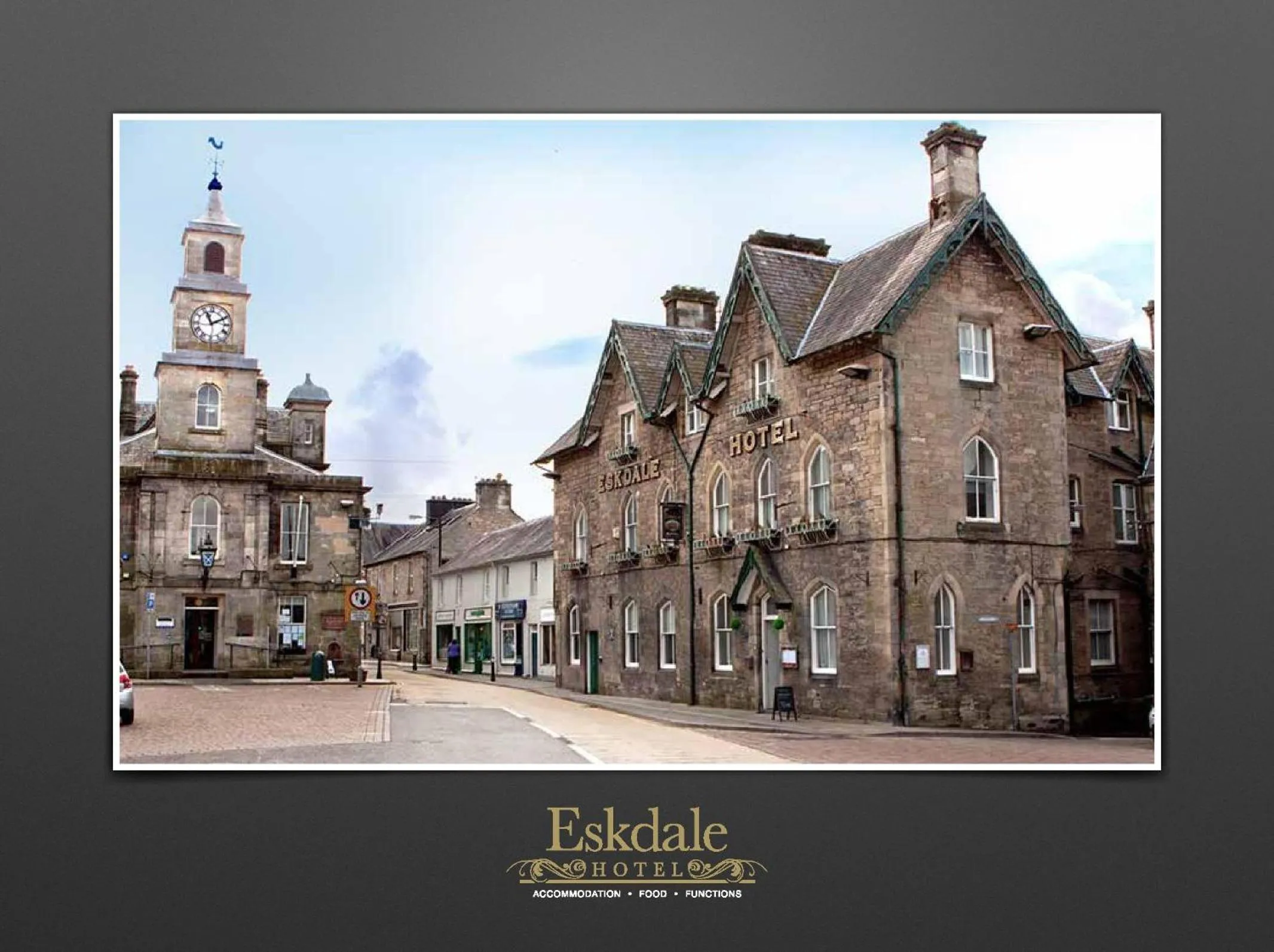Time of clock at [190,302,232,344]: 11:10
